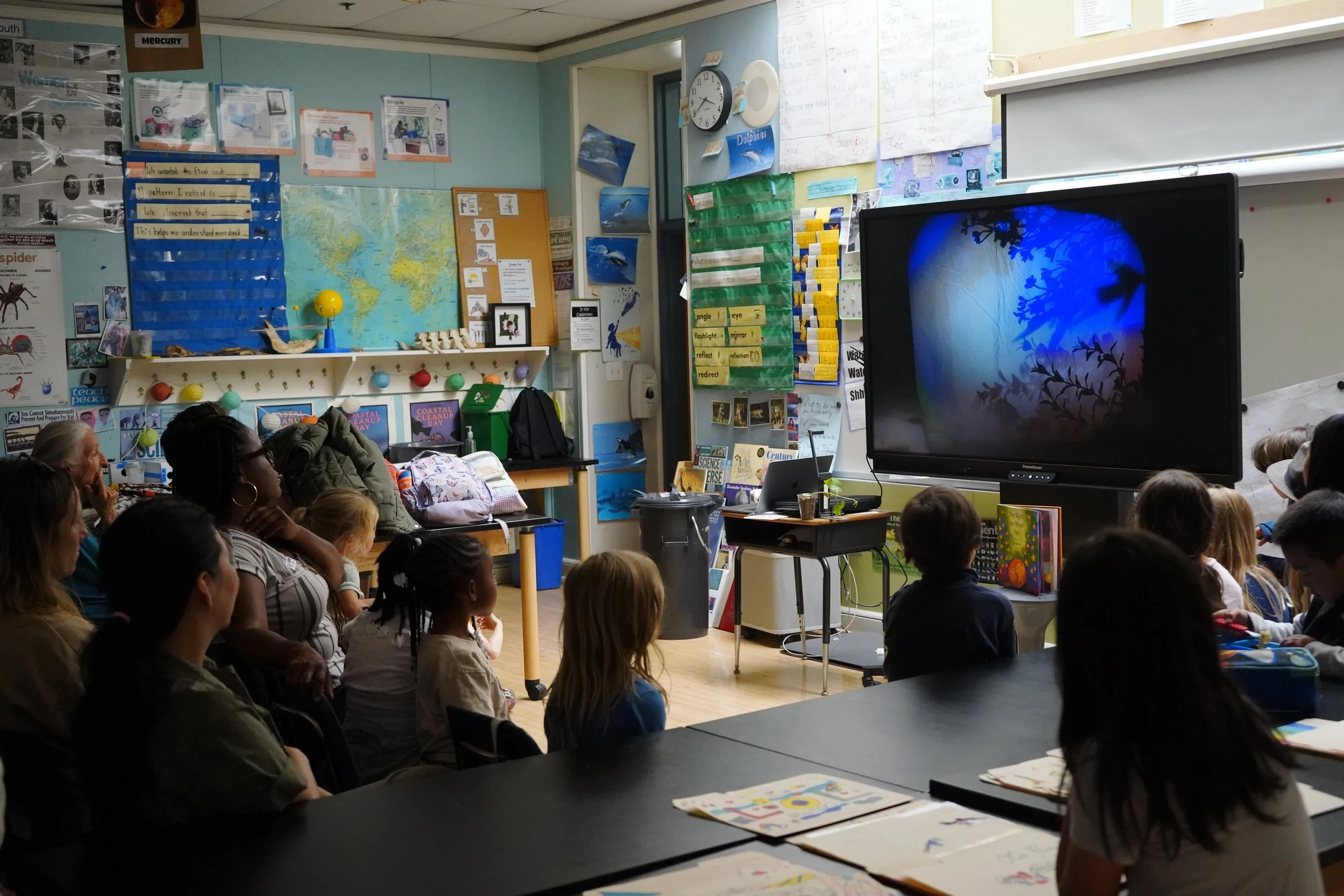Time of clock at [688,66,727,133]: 3:39
